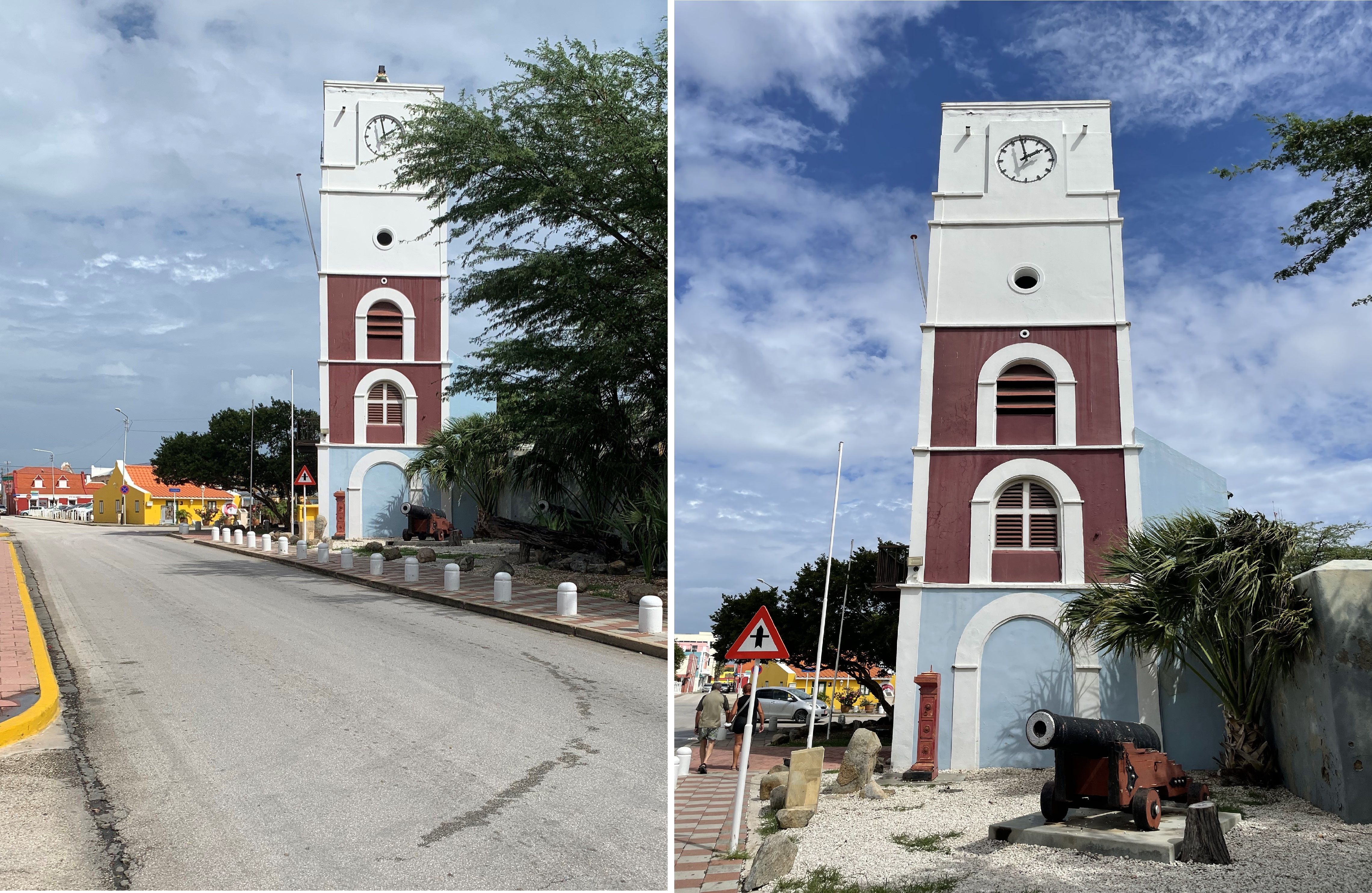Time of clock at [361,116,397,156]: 1:58
